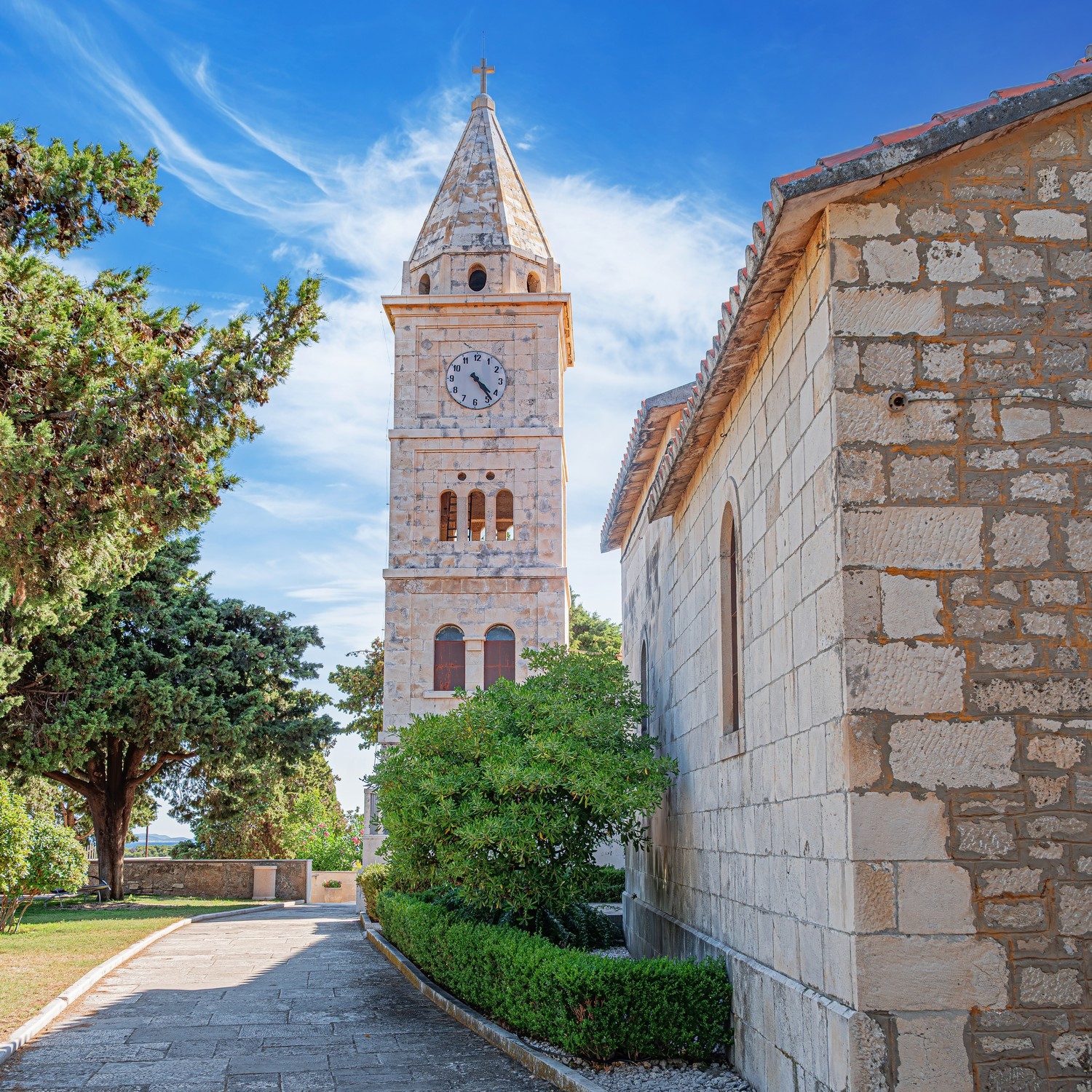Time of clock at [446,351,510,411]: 4:23
